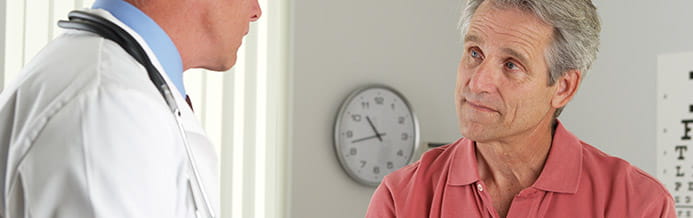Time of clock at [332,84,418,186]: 10:42
